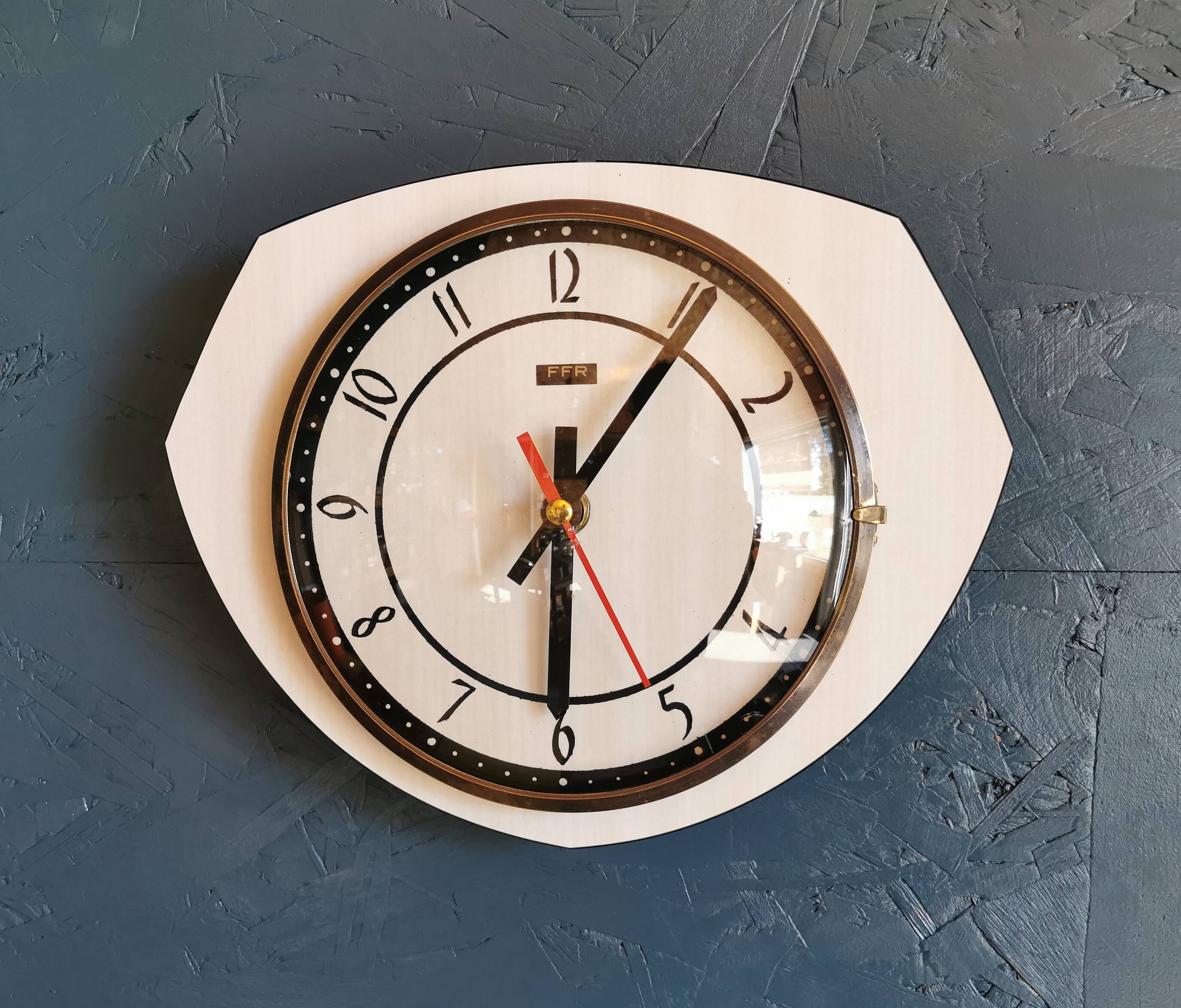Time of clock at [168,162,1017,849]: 6:05
